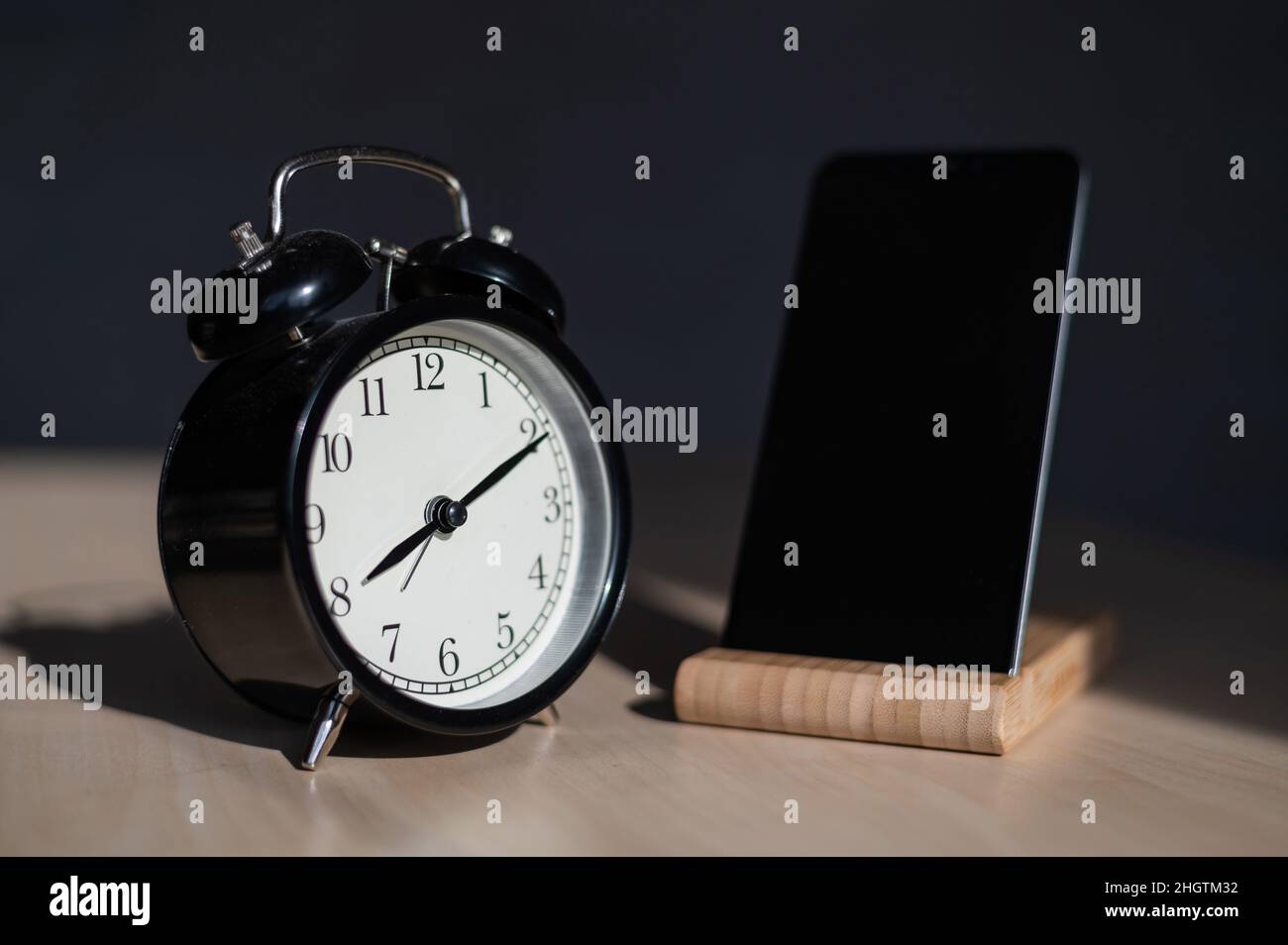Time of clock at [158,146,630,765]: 8:10
